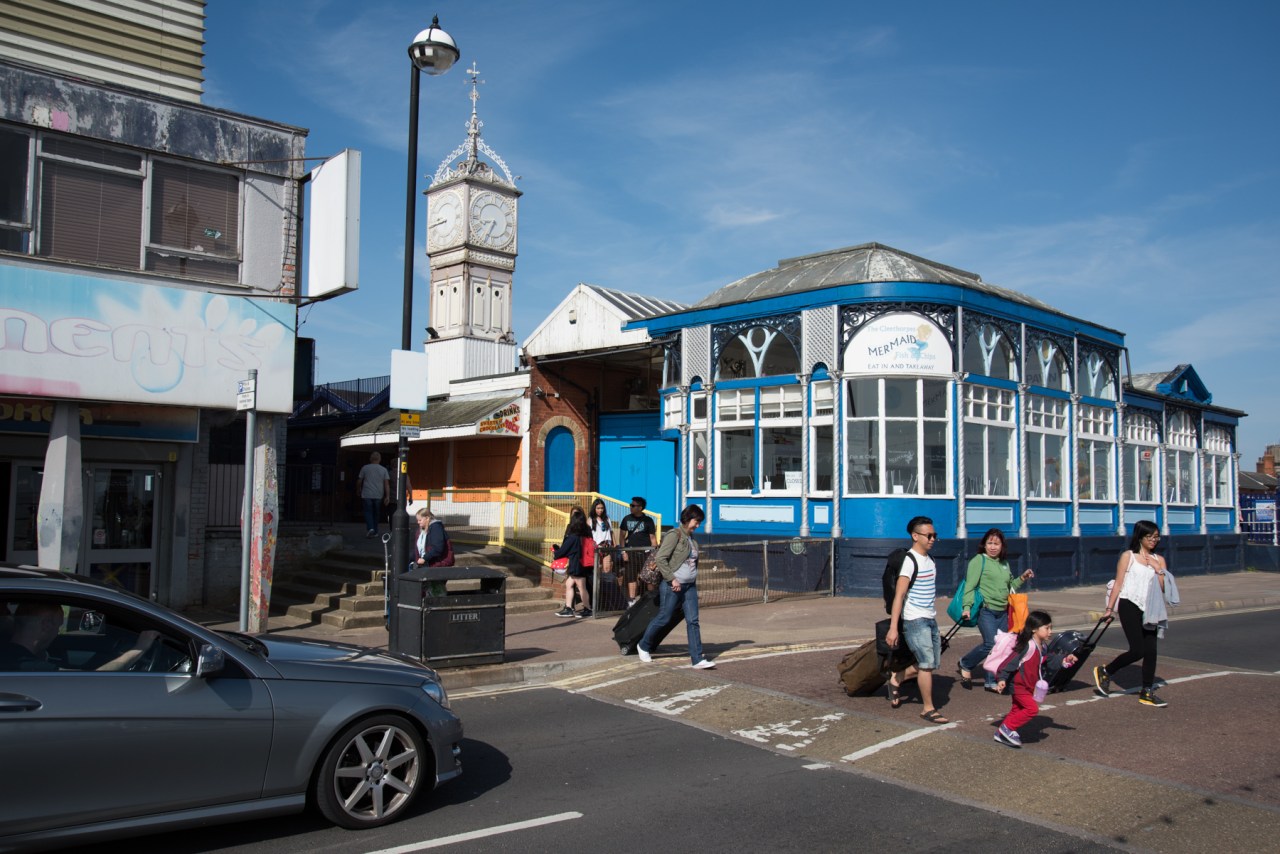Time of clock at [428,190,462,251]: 8:43
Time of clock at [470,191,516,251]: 8:34
